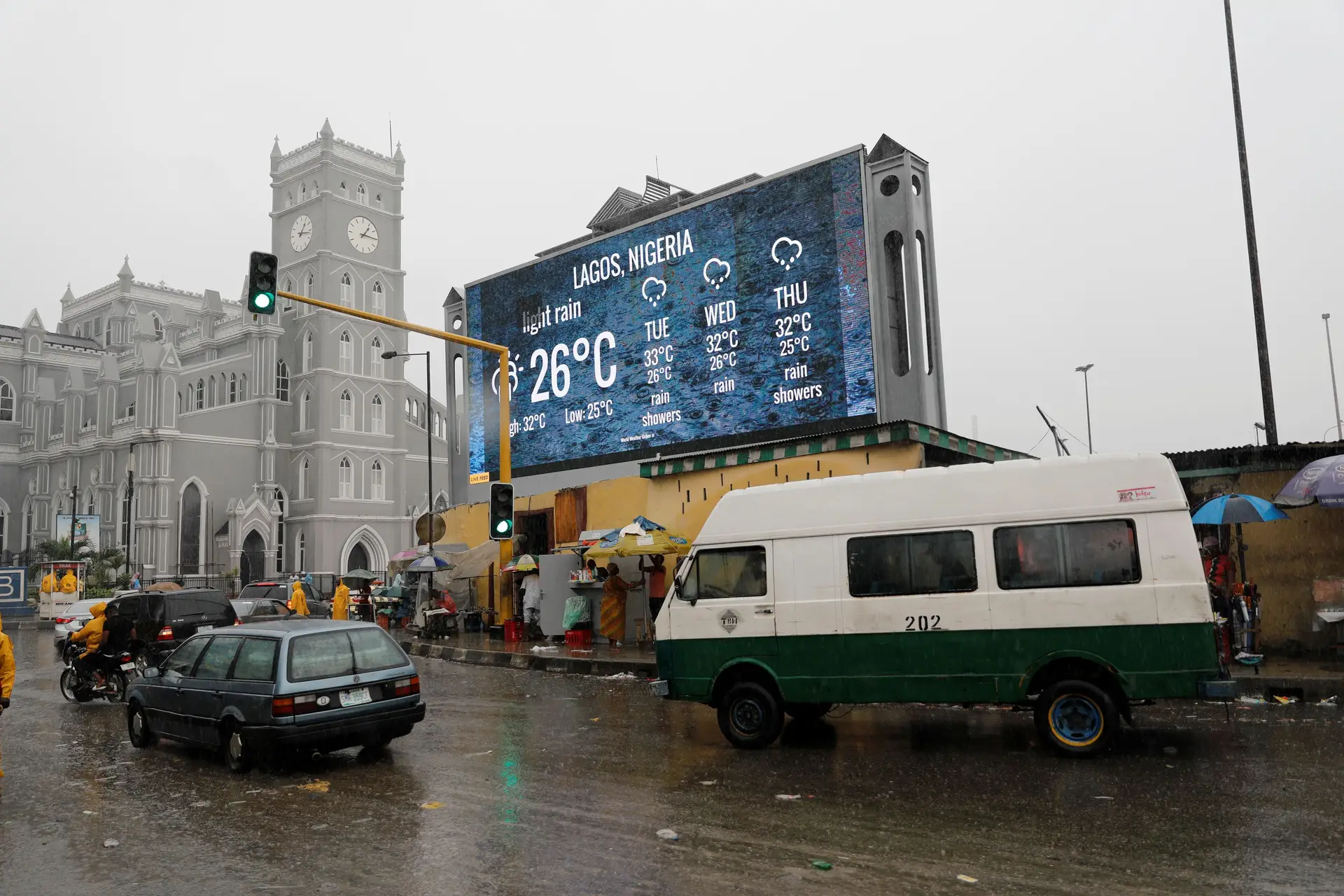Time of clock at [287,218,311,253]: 1:16
